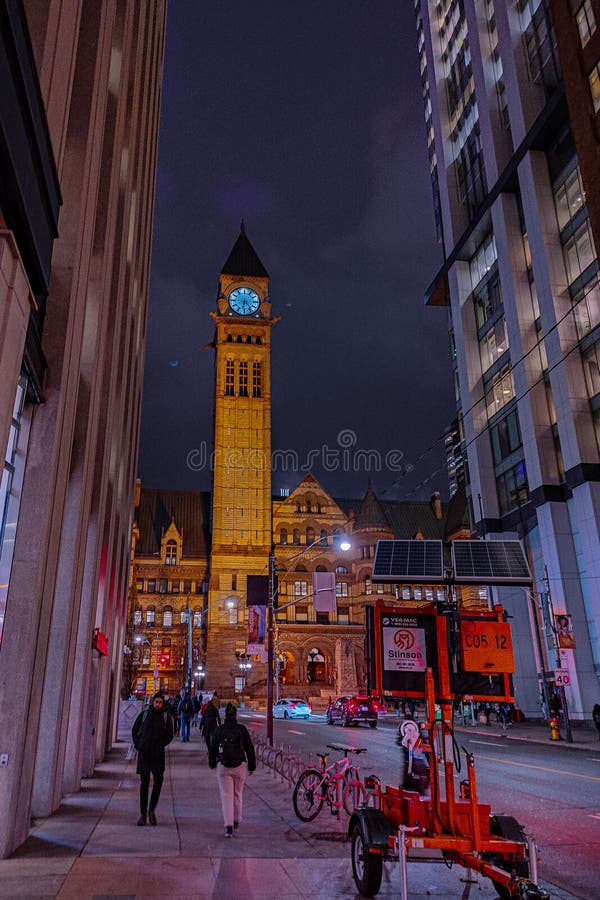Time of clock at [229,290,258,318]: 6:23
